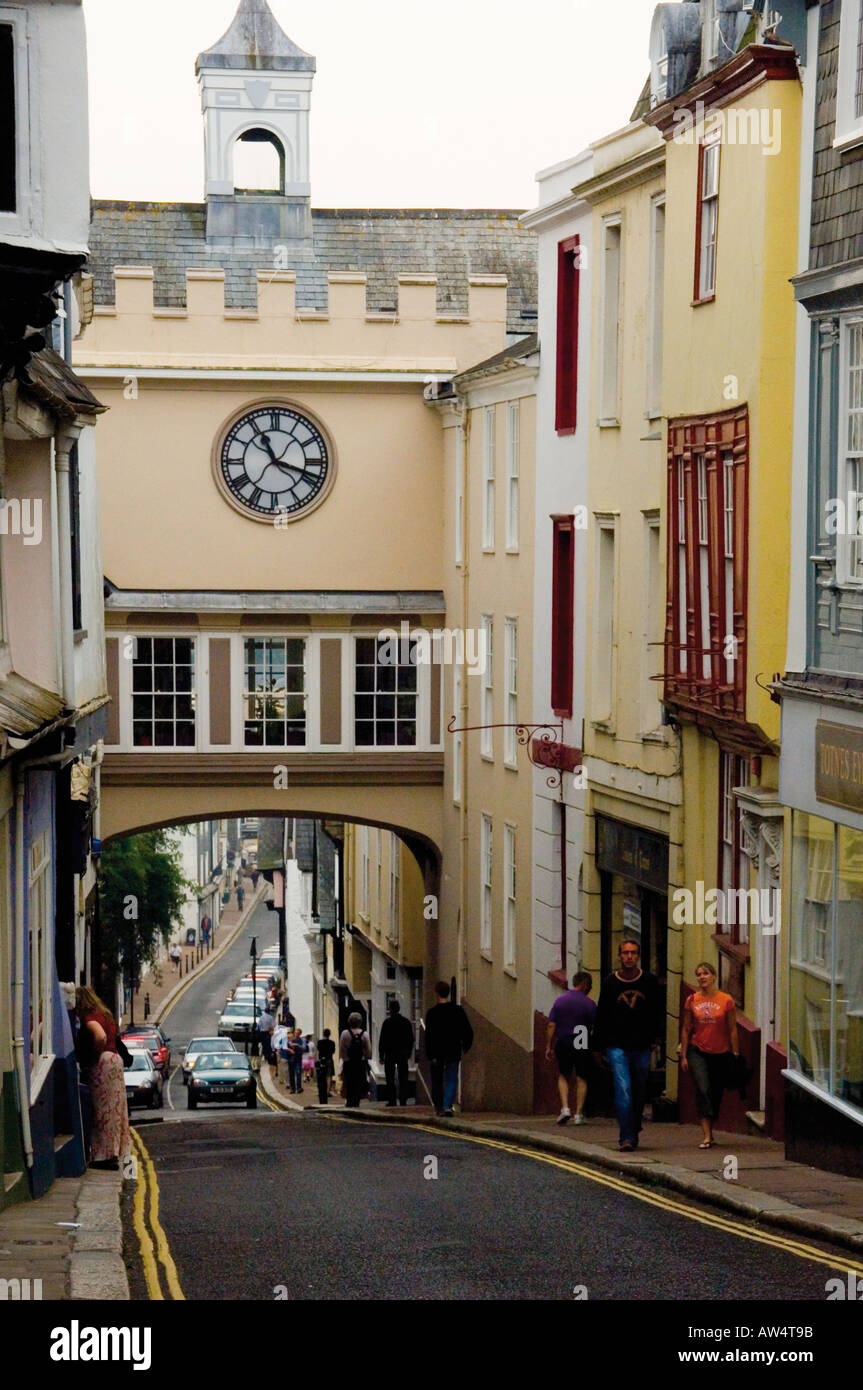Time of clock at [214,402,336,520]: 11:18
